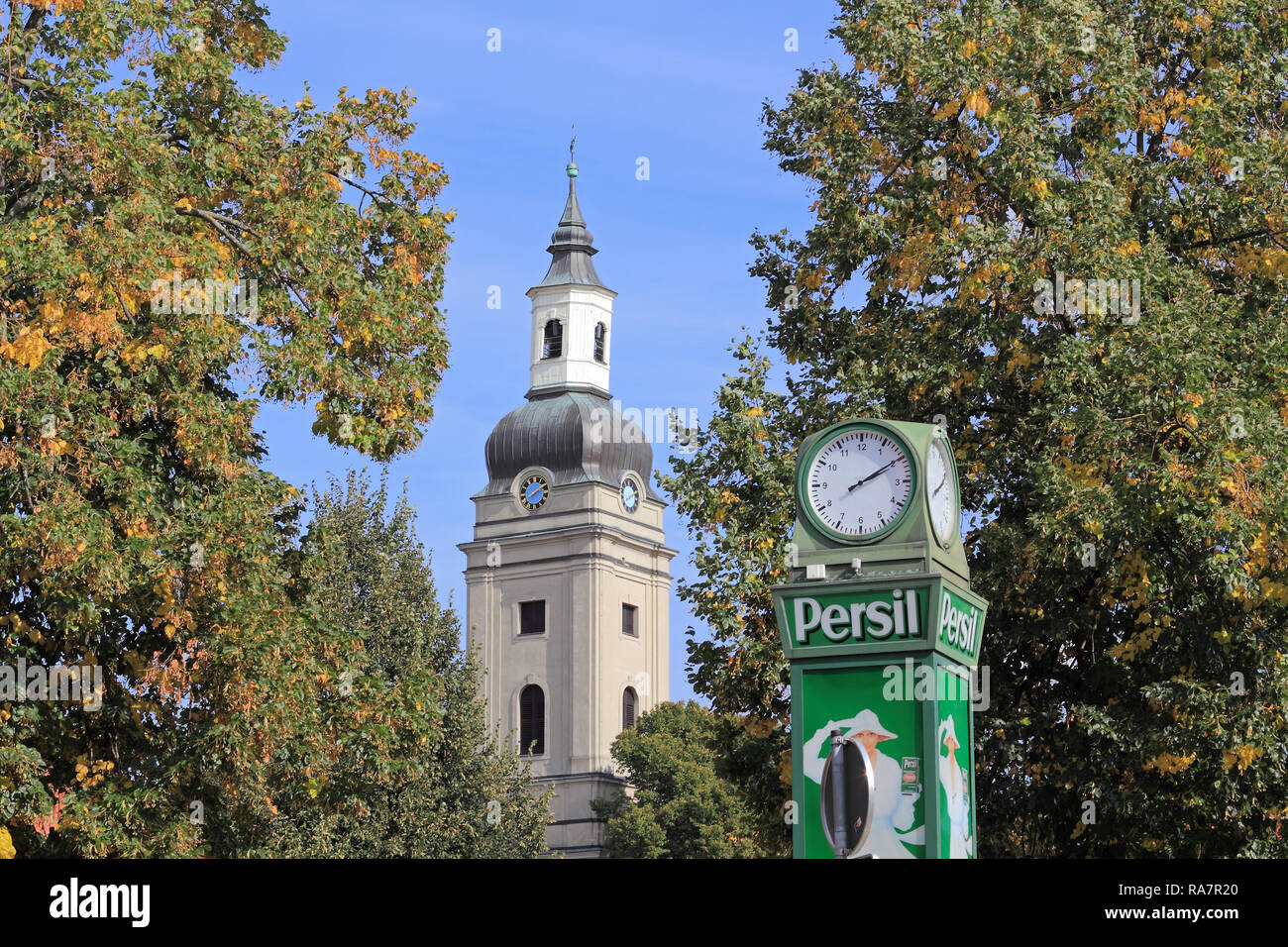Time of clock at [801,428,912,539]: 2:09
